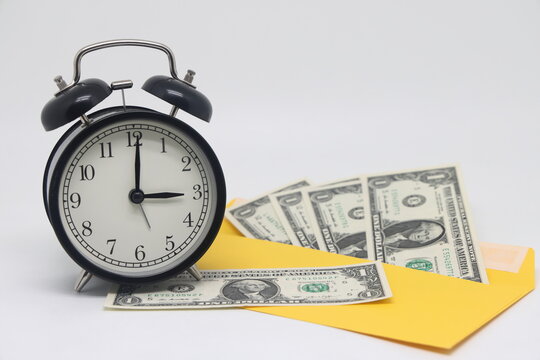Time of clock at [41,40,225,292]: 3:00
